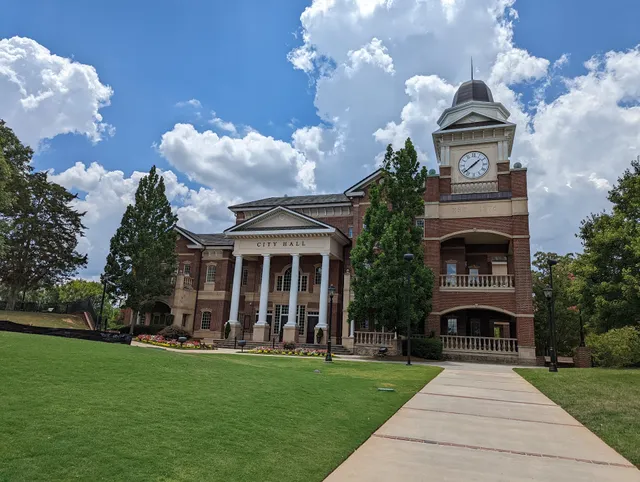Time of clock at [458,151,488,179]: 1:38
